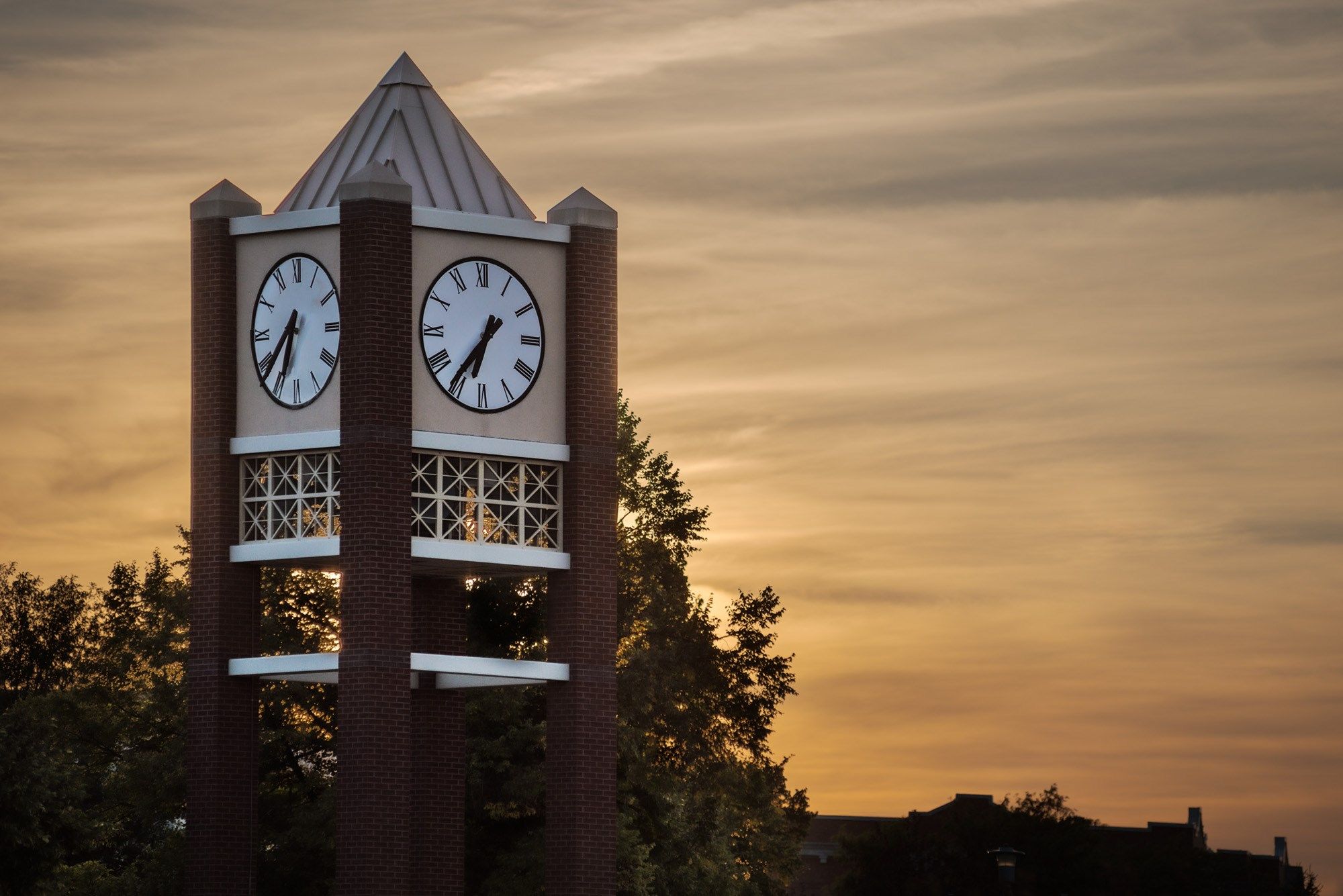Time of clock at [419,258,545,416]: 6:36
